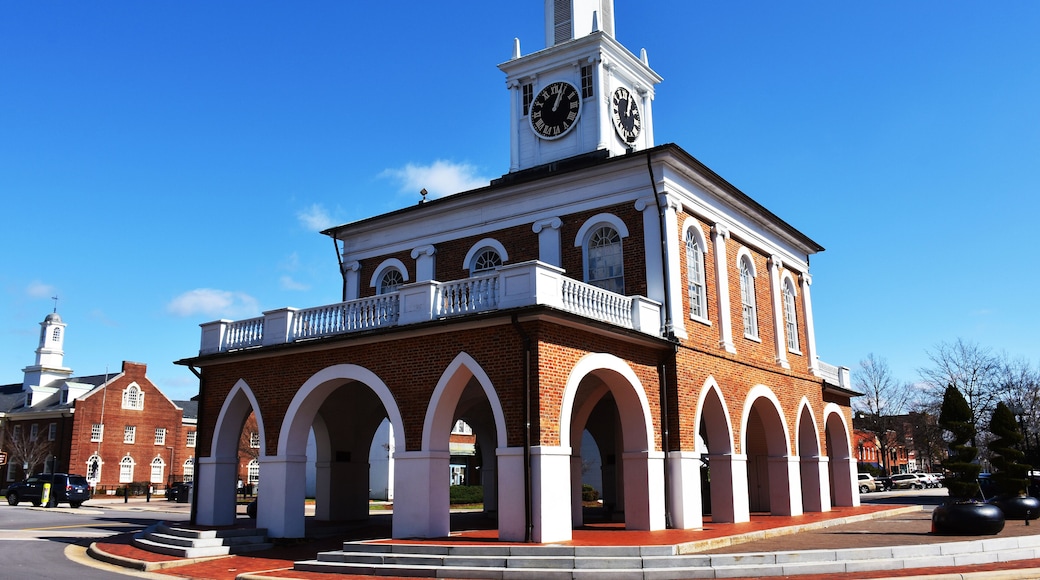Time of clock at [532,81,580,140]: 1:03
